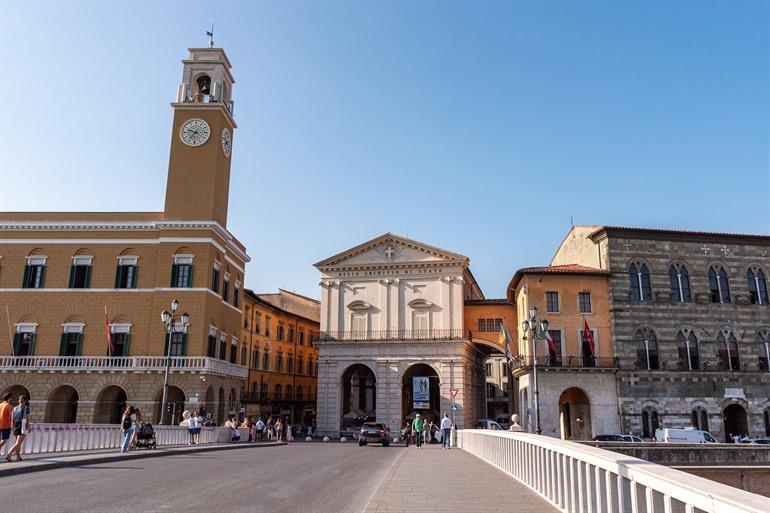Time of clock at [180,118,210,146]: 9:36
